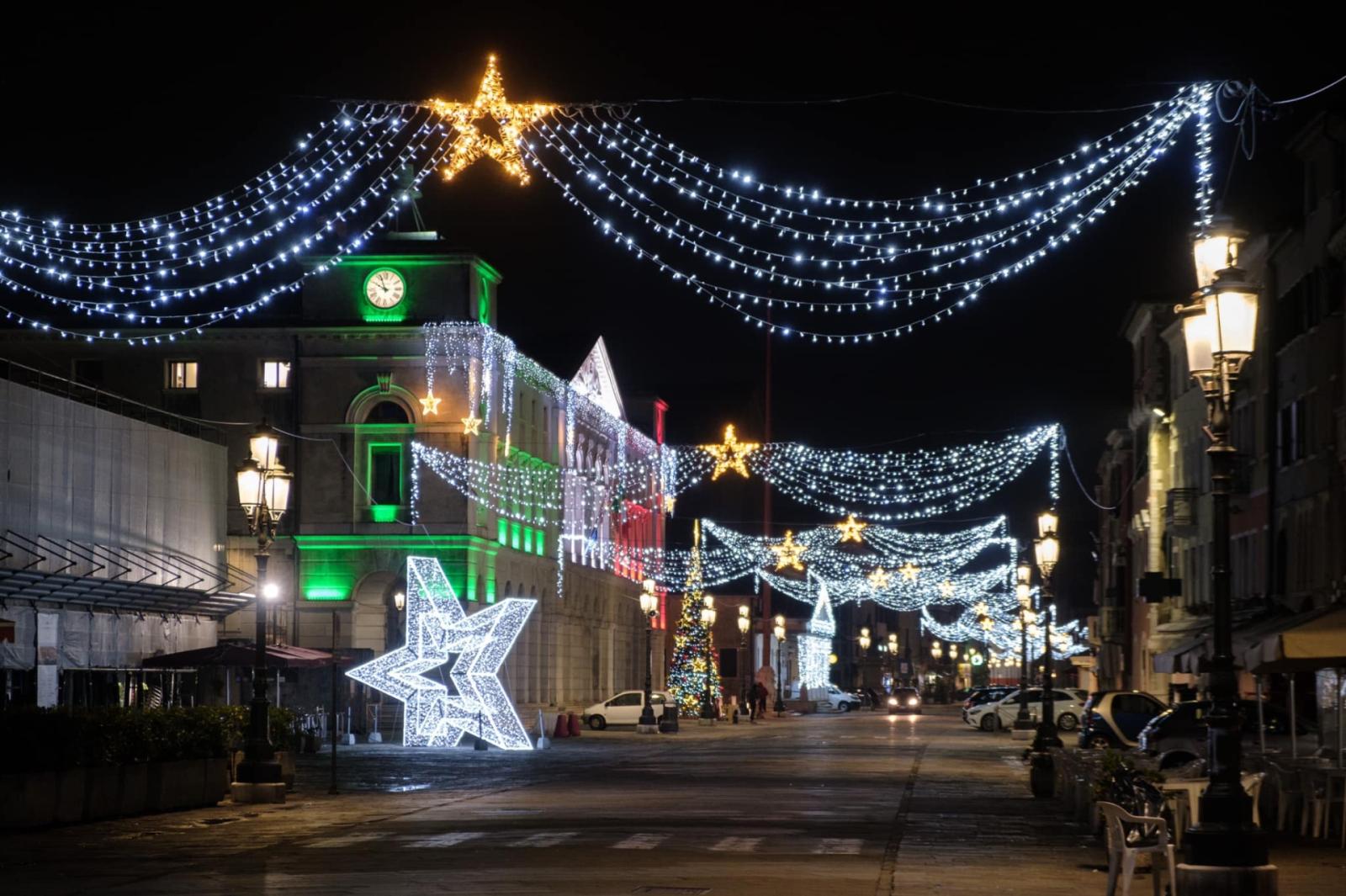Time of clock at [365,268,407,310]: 9:56
